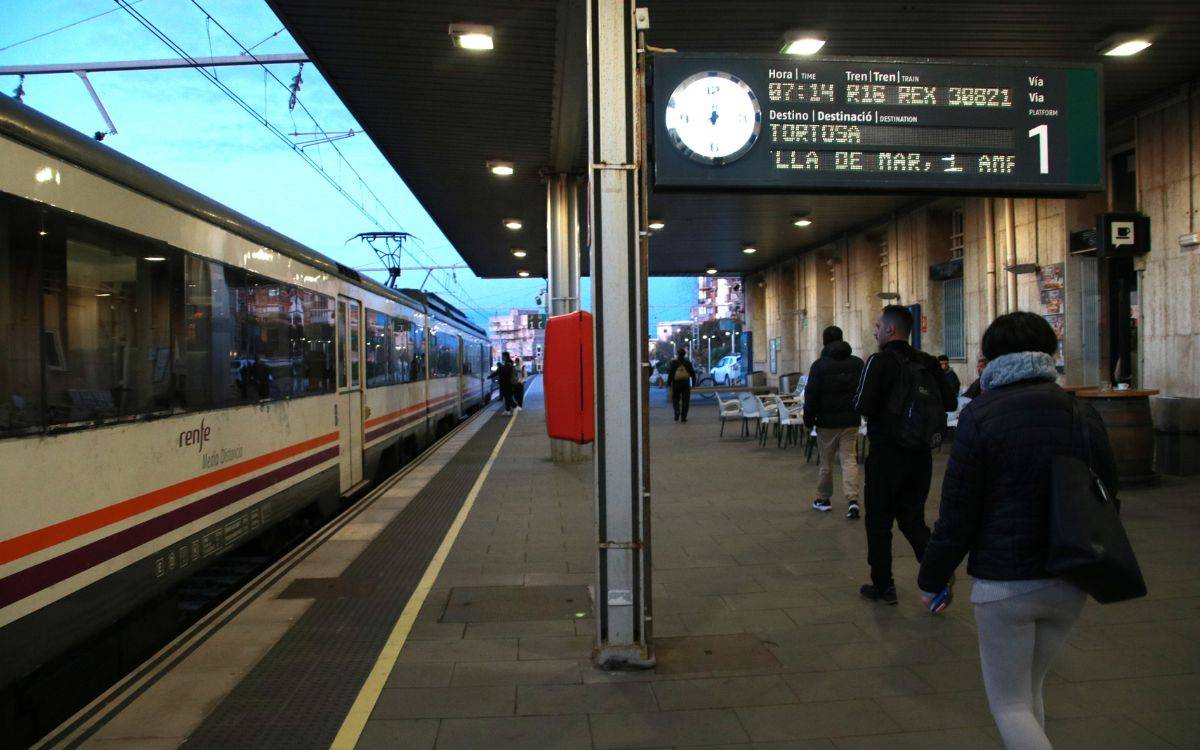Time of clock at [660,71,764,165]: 6:01
